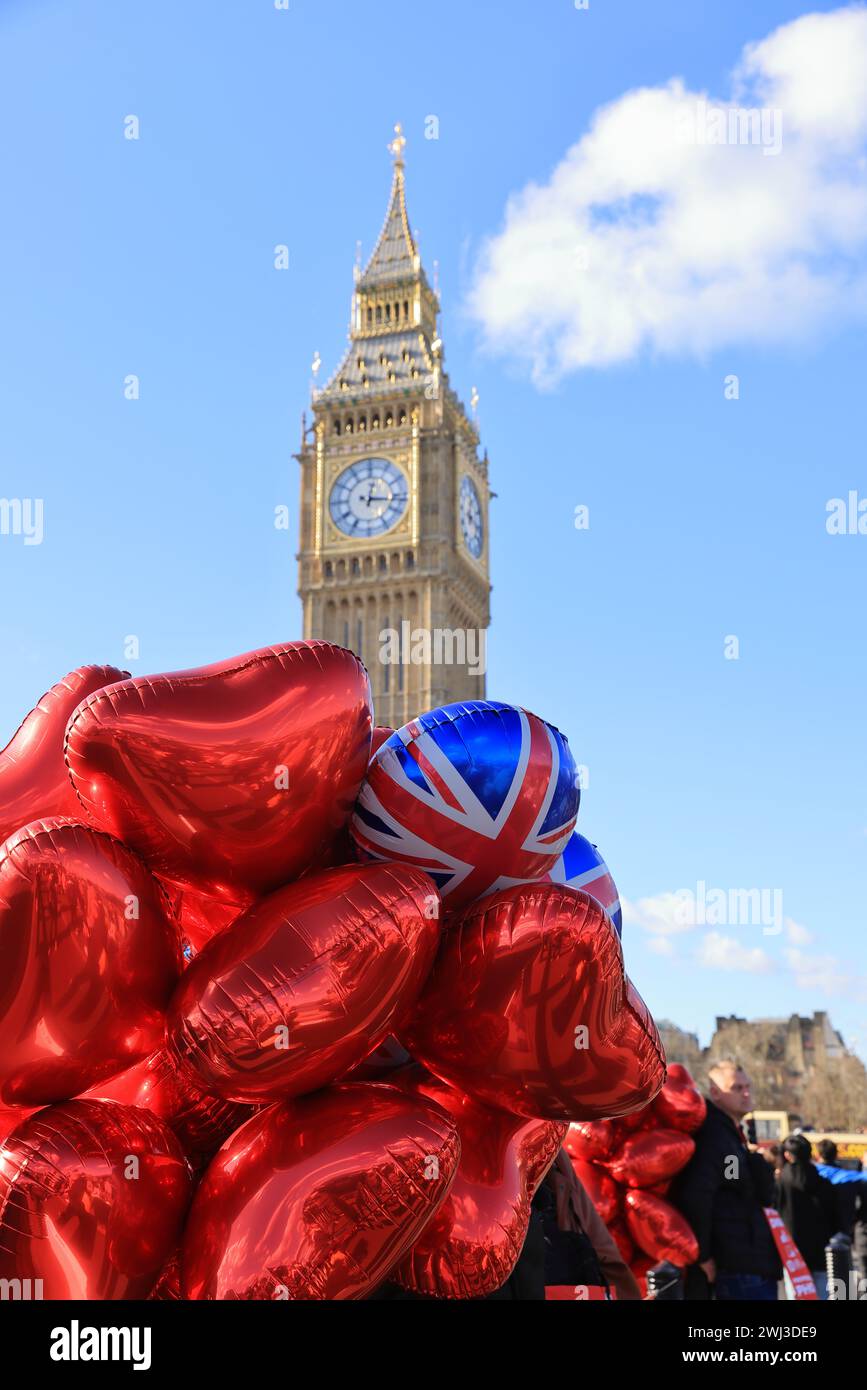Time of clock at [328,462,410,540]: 12:16
